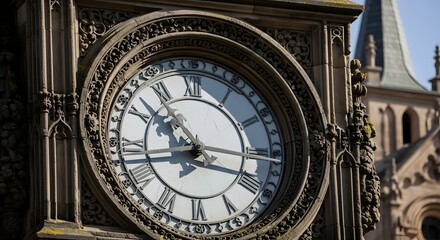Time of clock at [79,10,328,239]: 10:42
